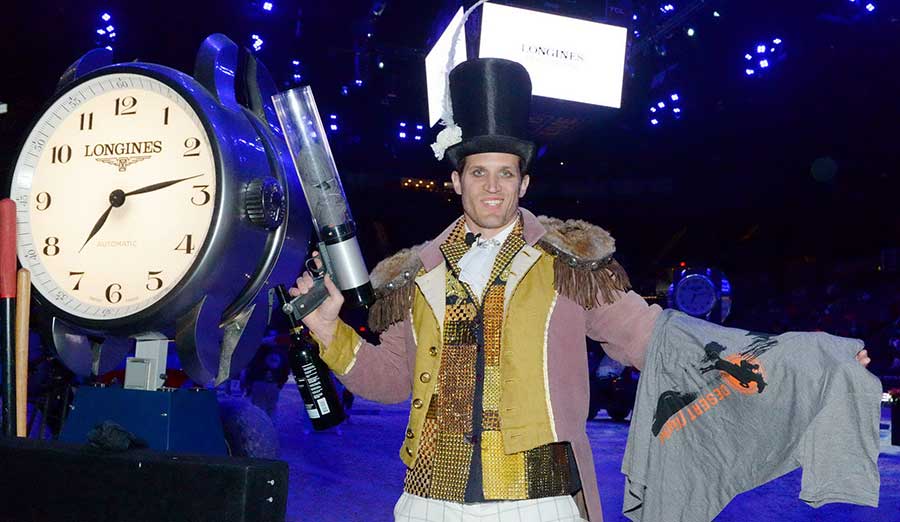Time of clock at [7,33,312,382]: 7:12
